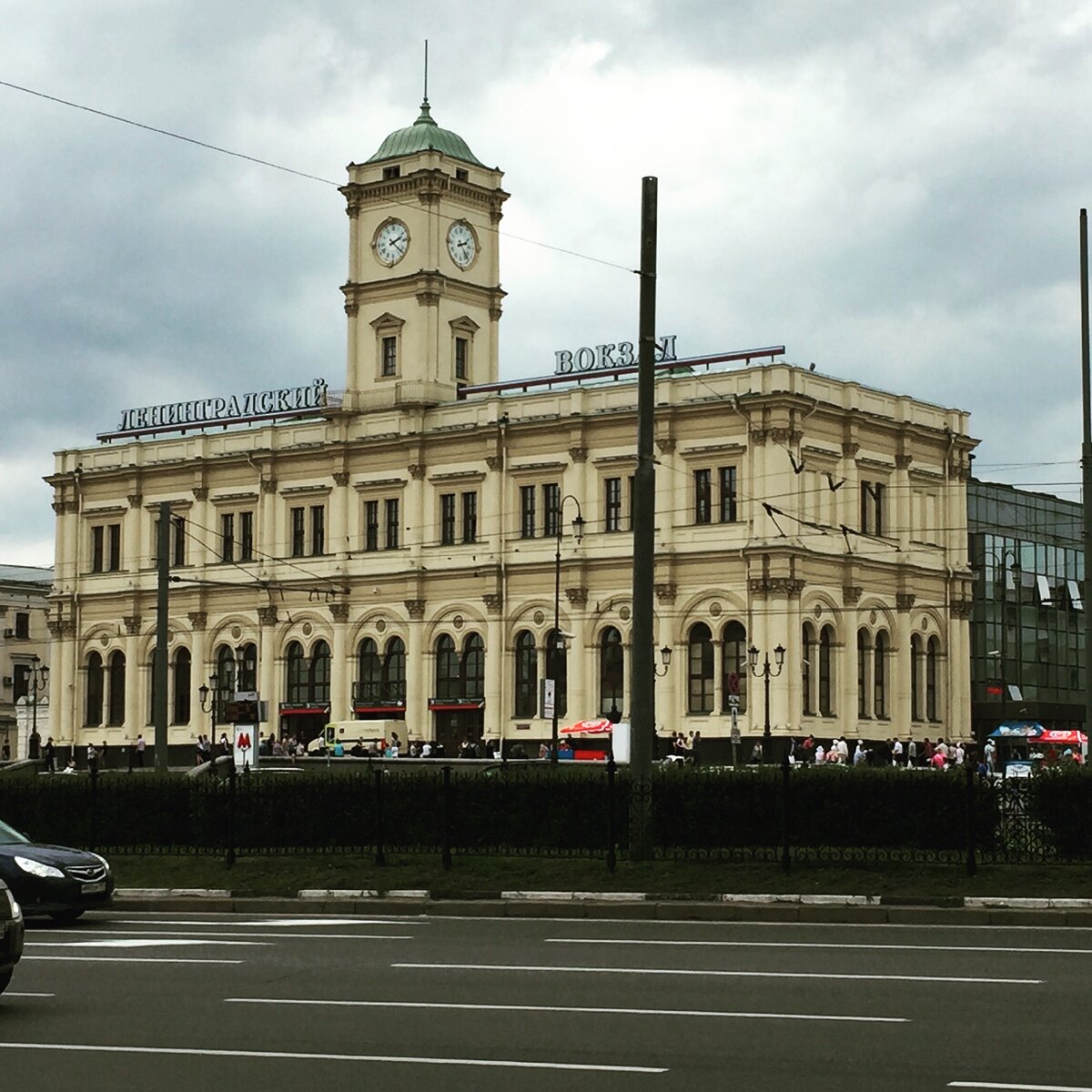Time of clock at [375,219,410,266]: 2:22
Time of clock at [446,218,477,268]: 2:23
